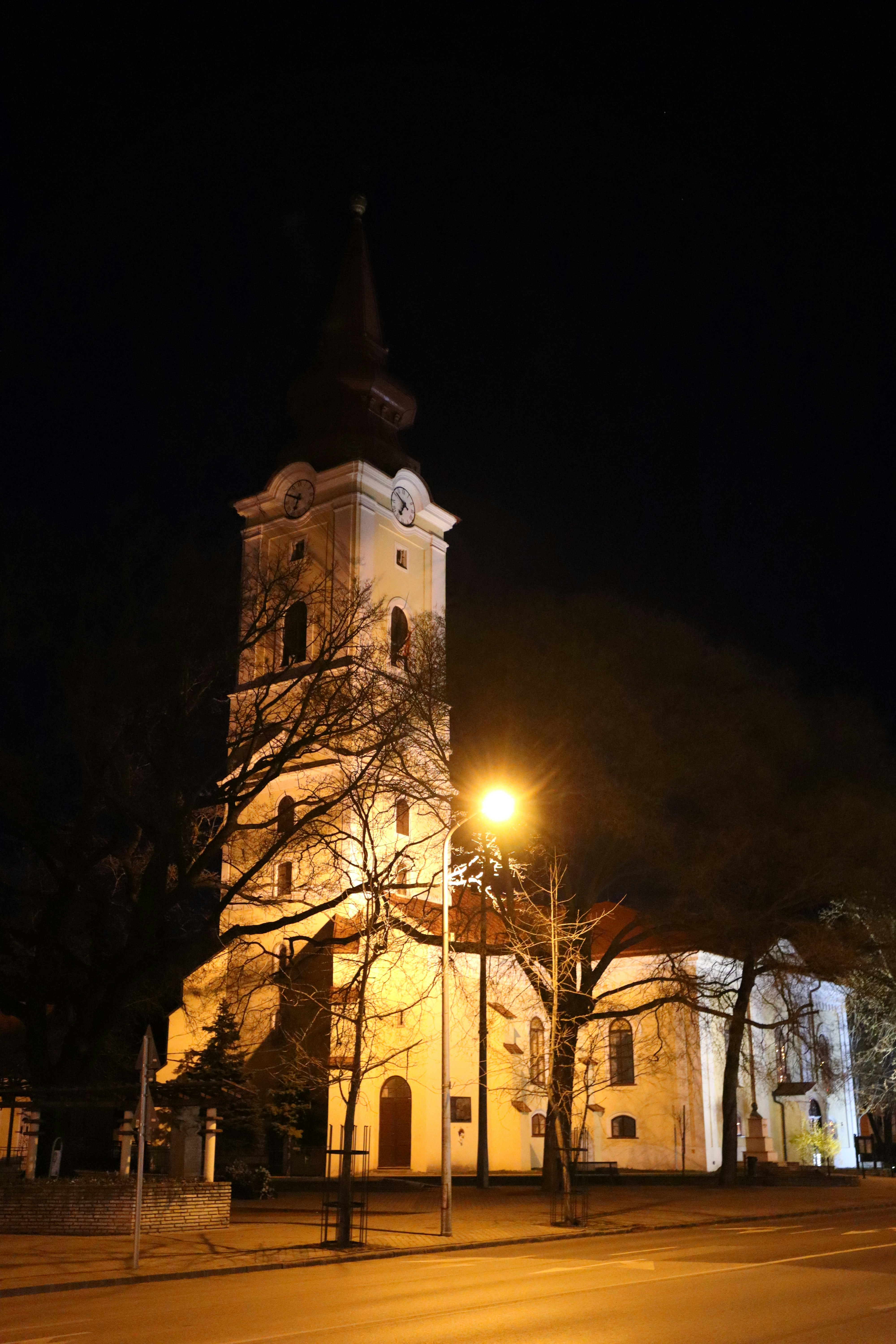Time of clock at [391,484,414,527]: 6:51
